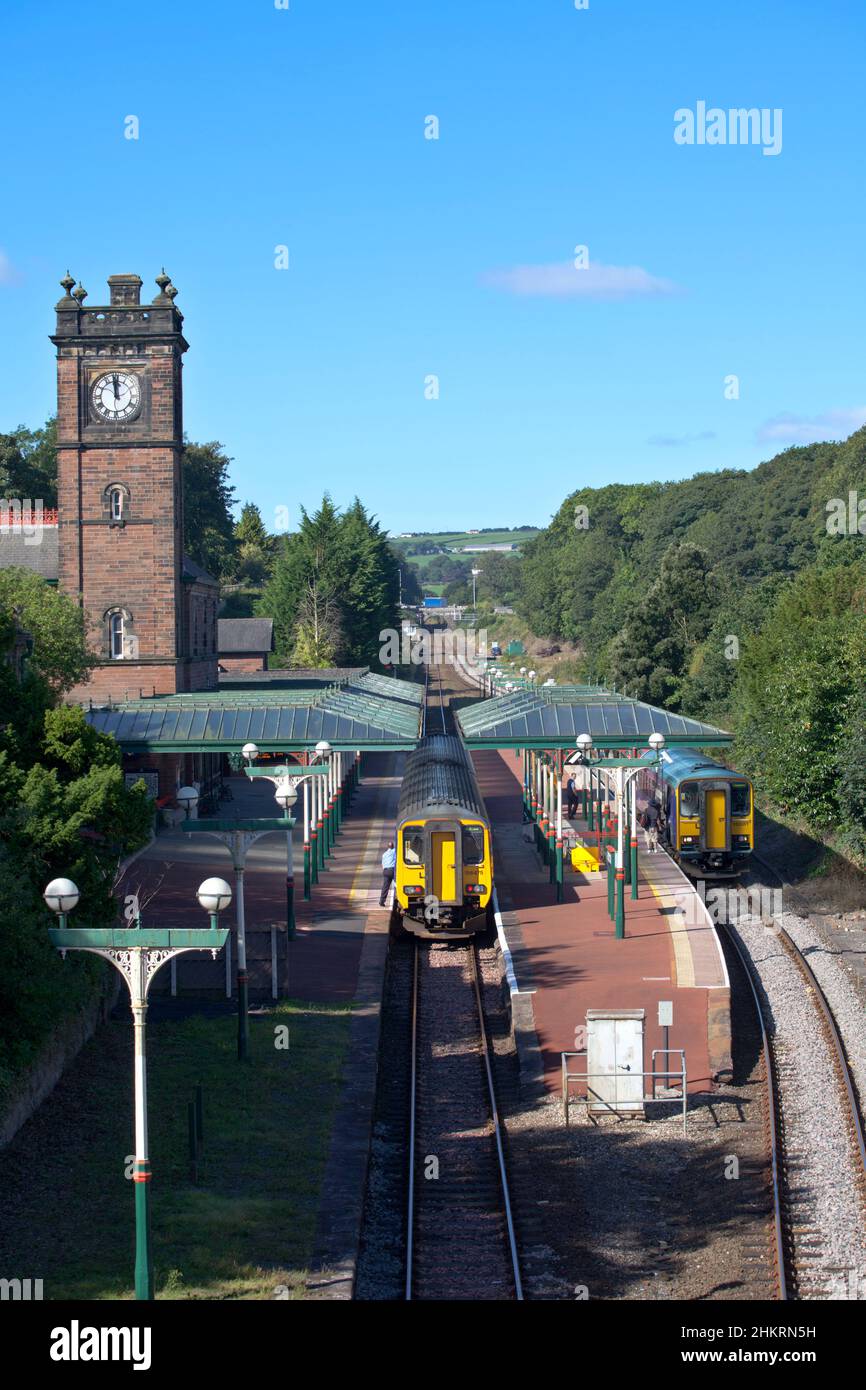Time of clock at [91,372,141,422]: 11:58
